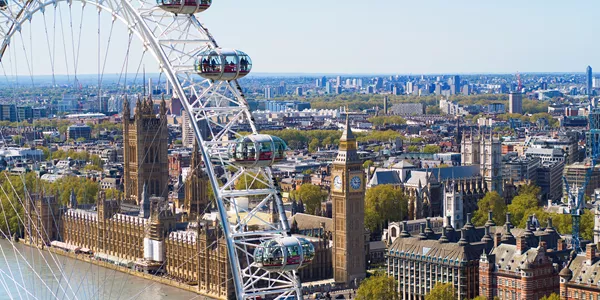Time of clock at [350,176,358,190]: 11:14
